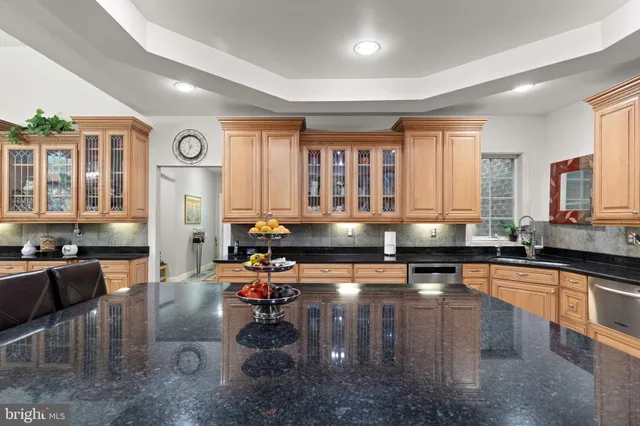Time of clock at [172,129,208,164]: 11:33
